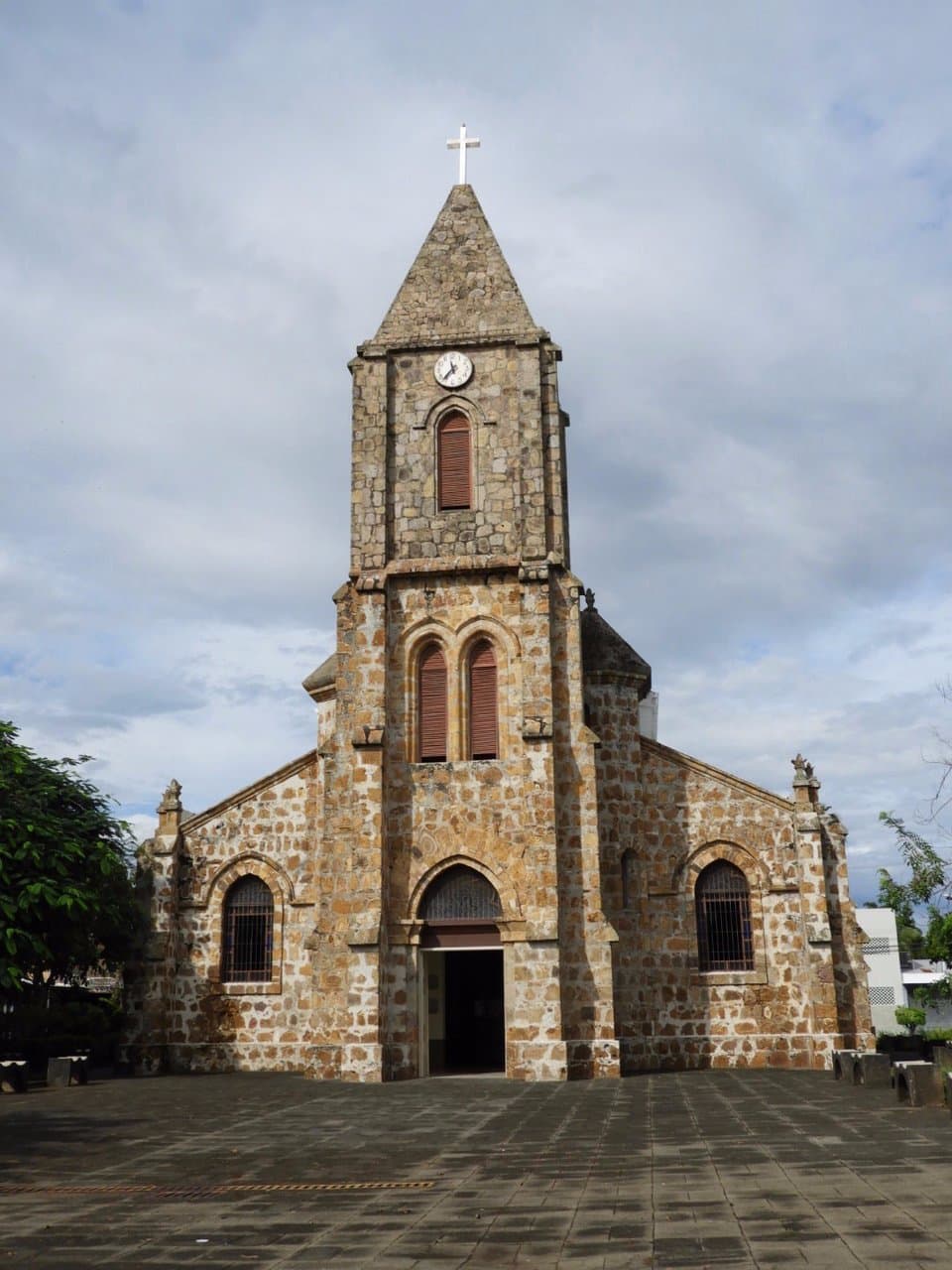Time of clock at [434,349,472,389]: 11:36
